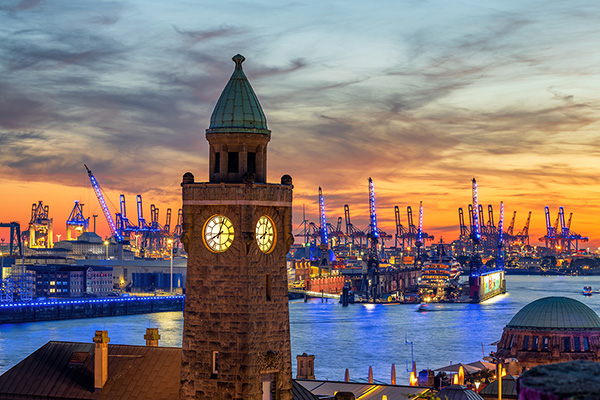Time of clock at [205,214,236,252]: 8:03
